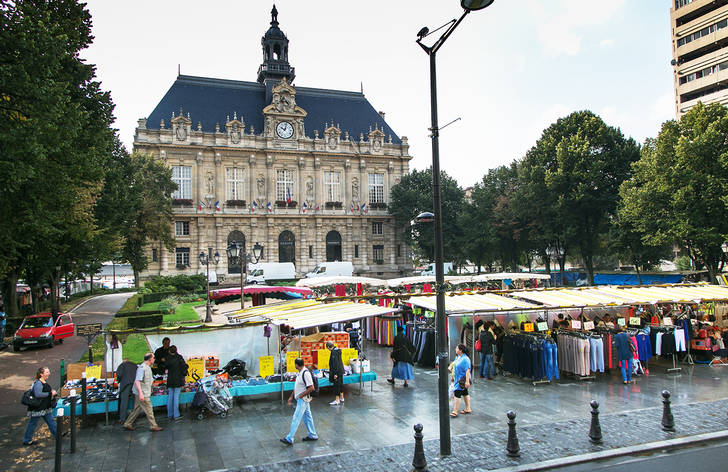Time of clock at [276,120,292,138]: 10:02
